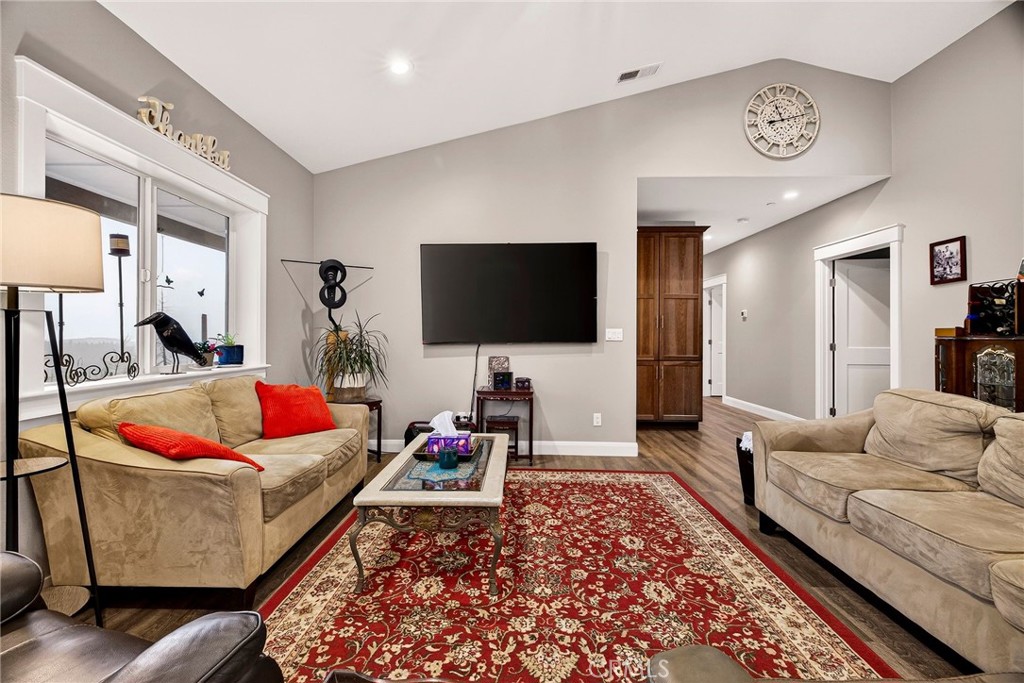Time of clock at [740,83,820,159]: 11:12
